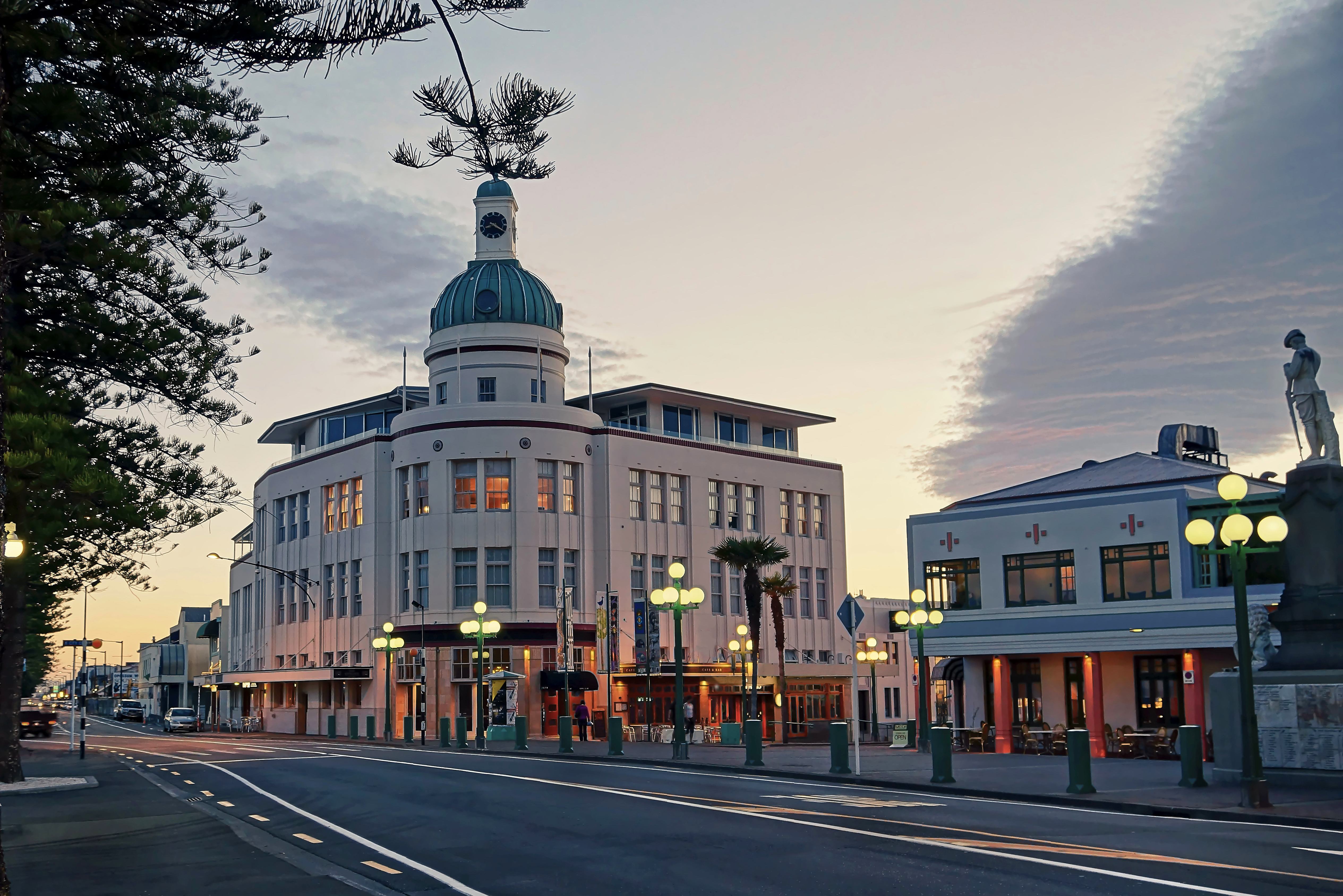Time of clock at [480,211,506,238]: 8:20
